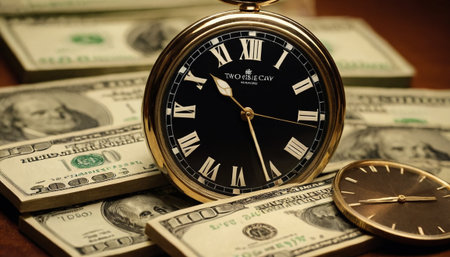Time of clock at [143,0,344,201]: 10:26
